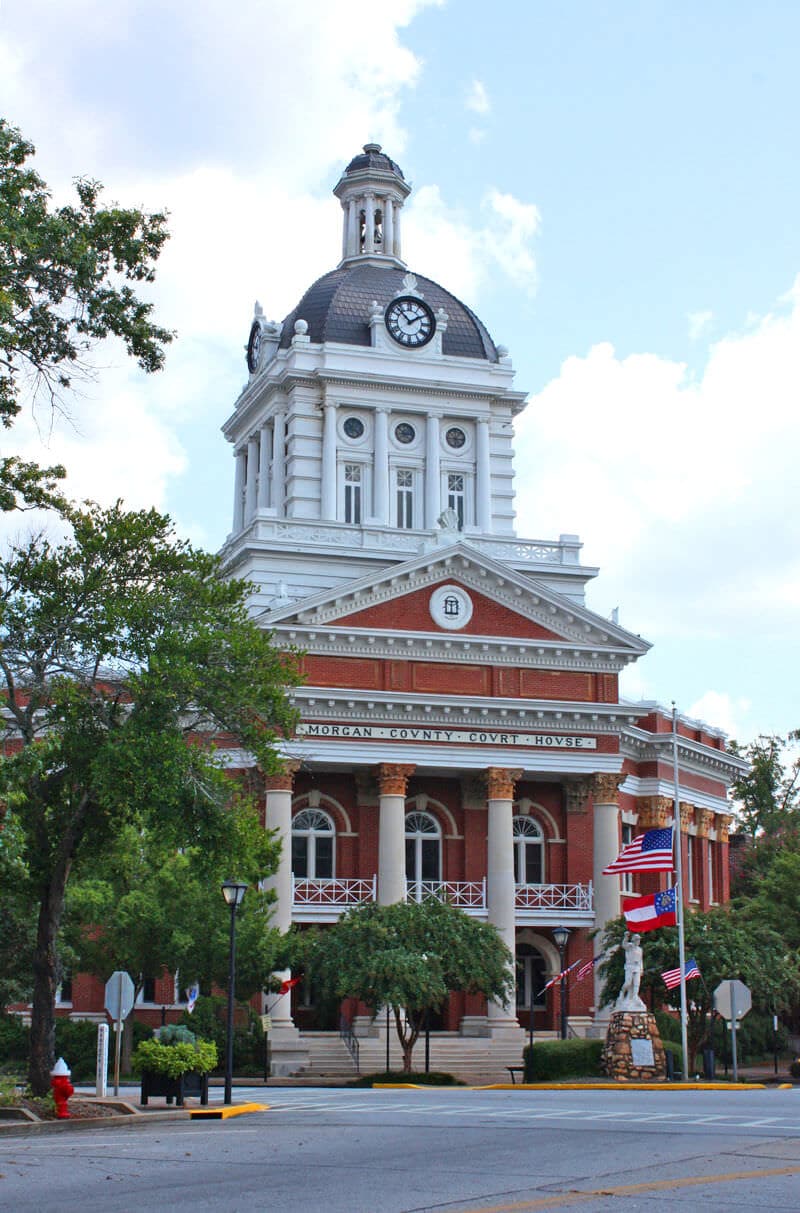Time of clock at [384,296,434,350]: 1:52
